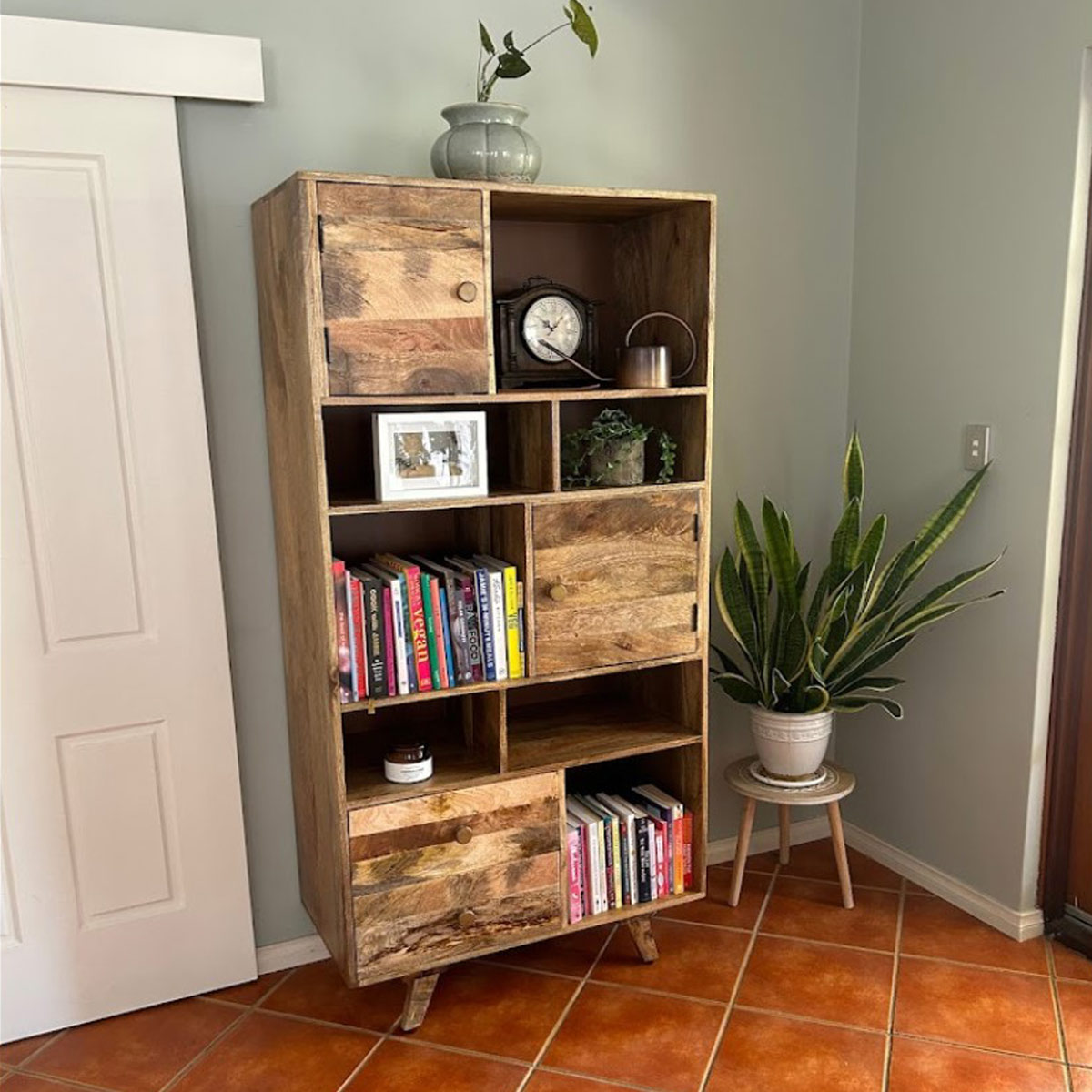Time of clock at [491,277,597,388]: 10:07
